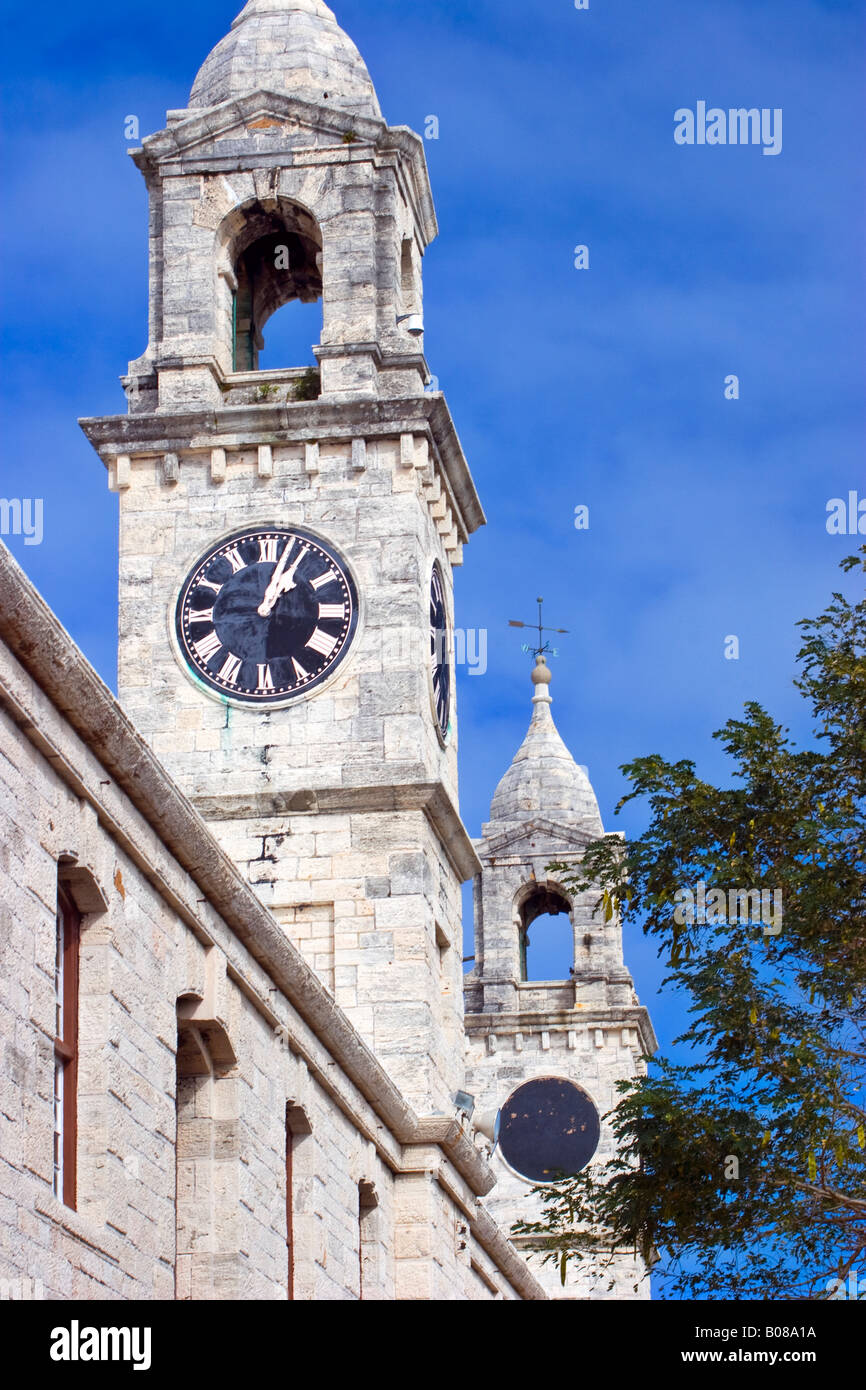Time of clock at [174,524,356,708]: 1:02
